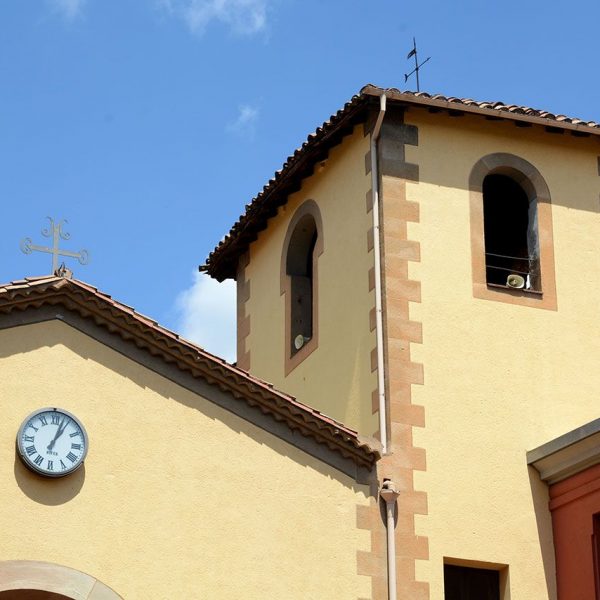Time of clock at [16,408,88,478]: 1:03
